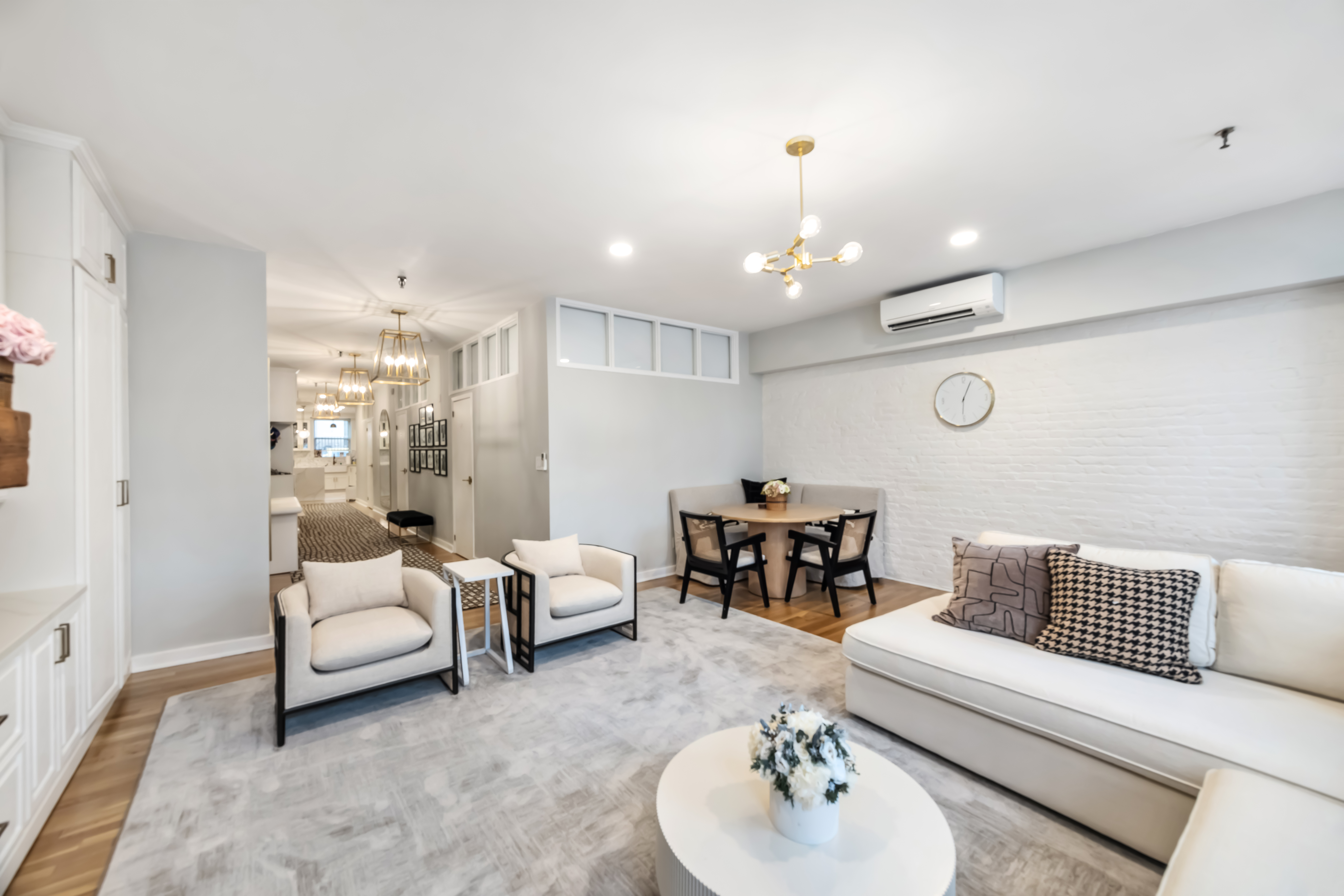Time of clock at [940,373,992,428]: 6:03
